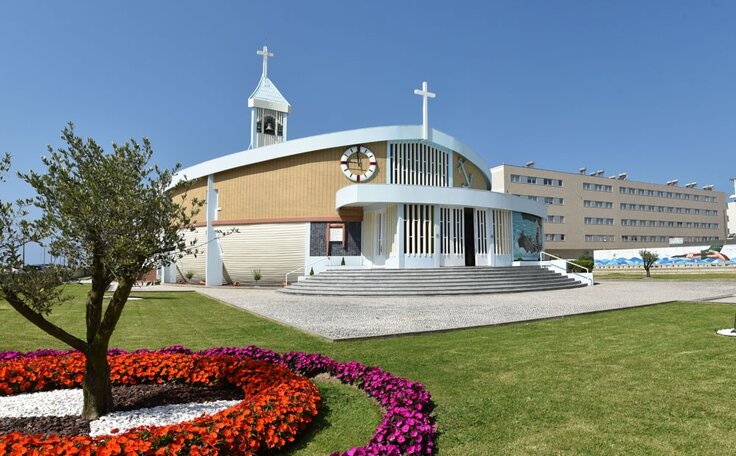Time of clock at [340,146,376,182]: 11:45
